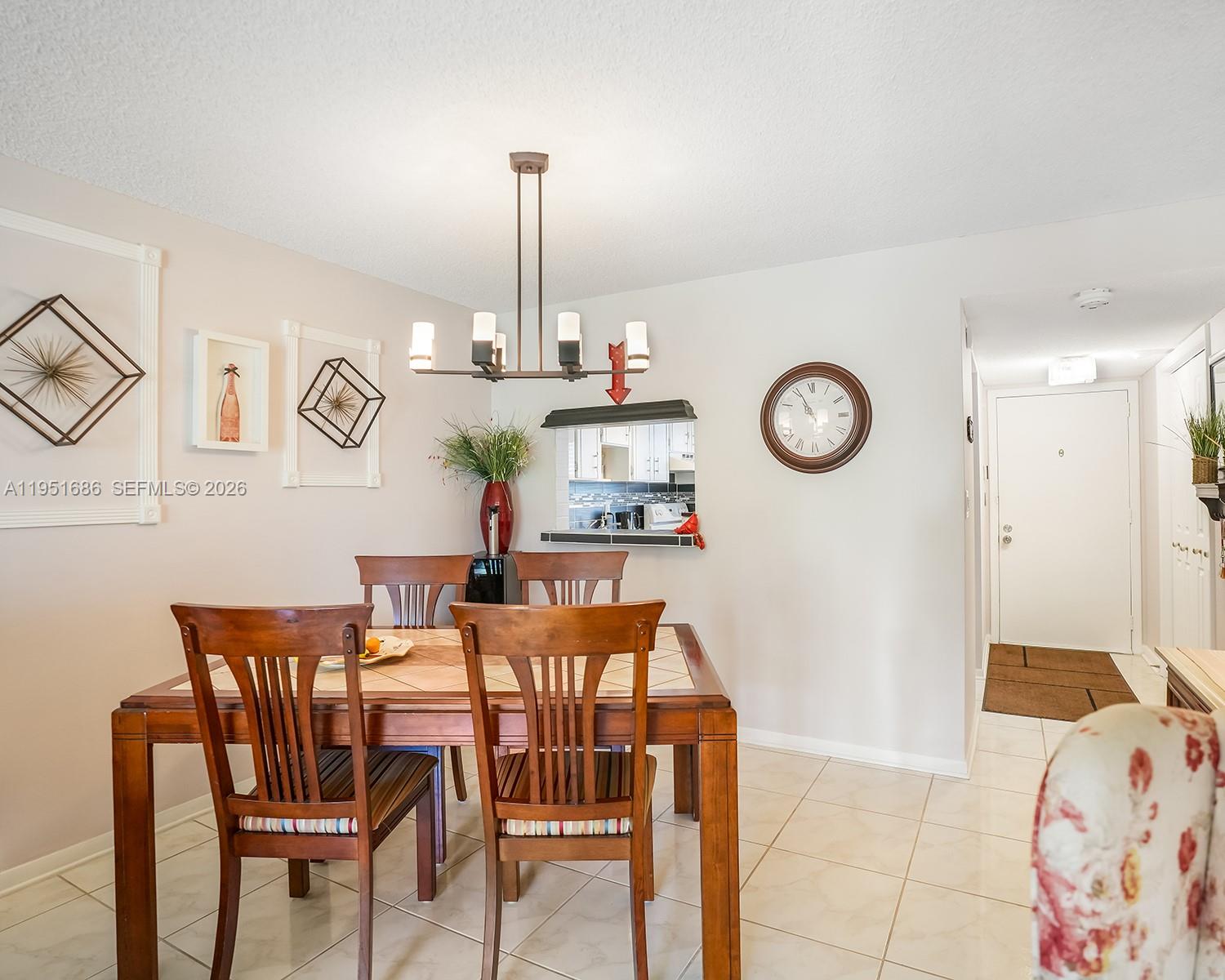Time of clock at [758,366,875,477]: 10:55
